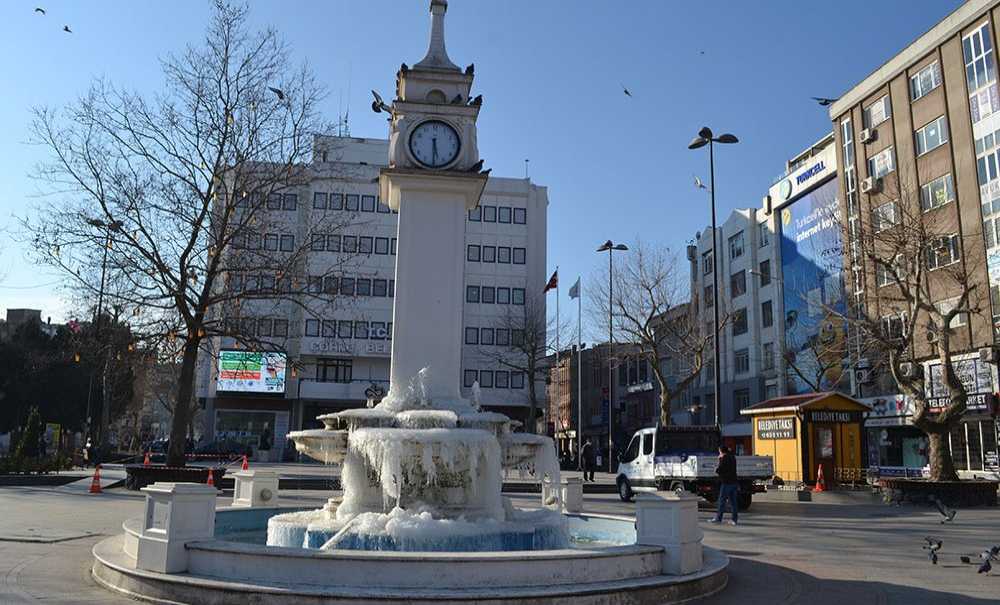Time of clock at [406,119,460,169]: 5:30
